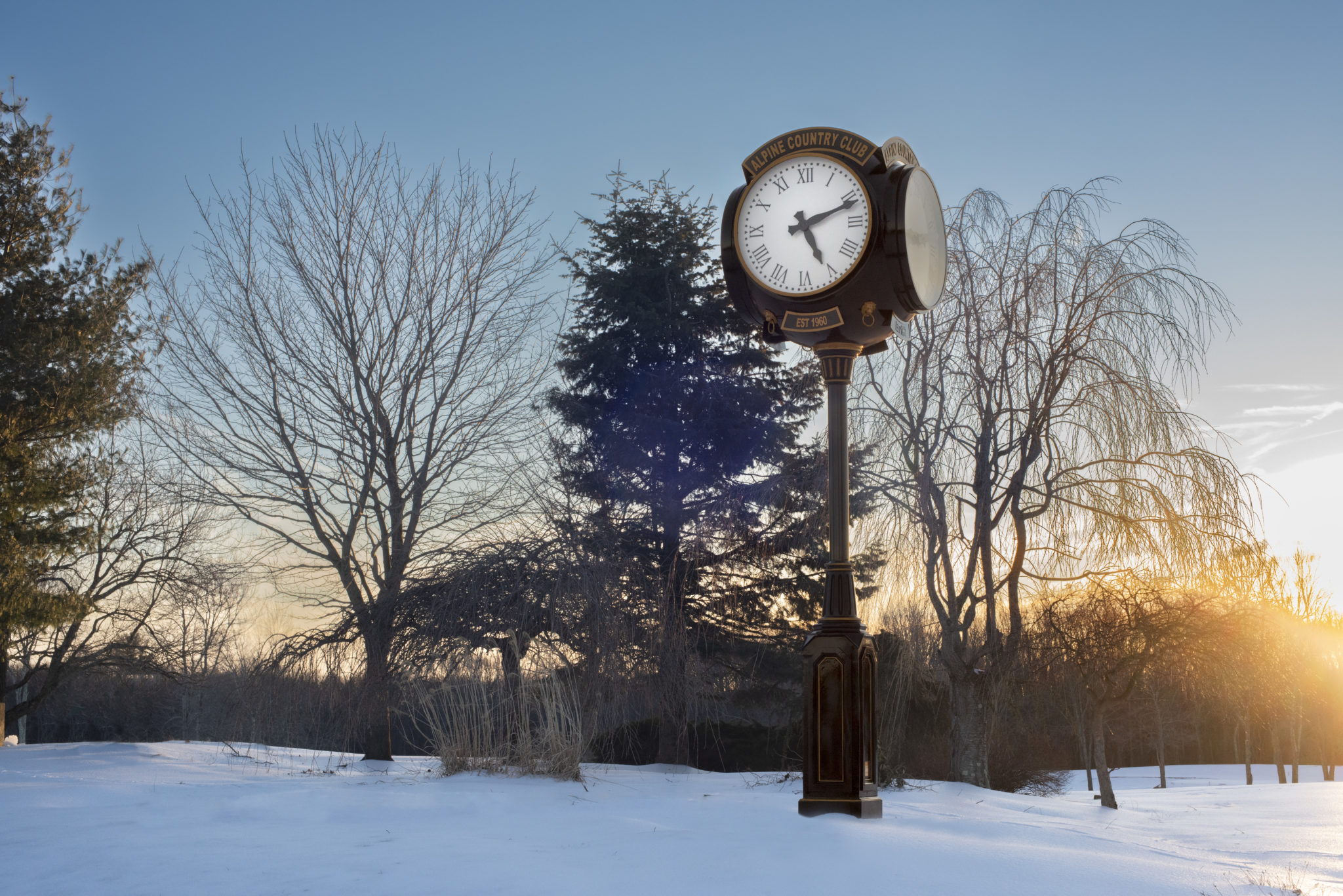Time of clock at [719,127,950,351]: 5:11
